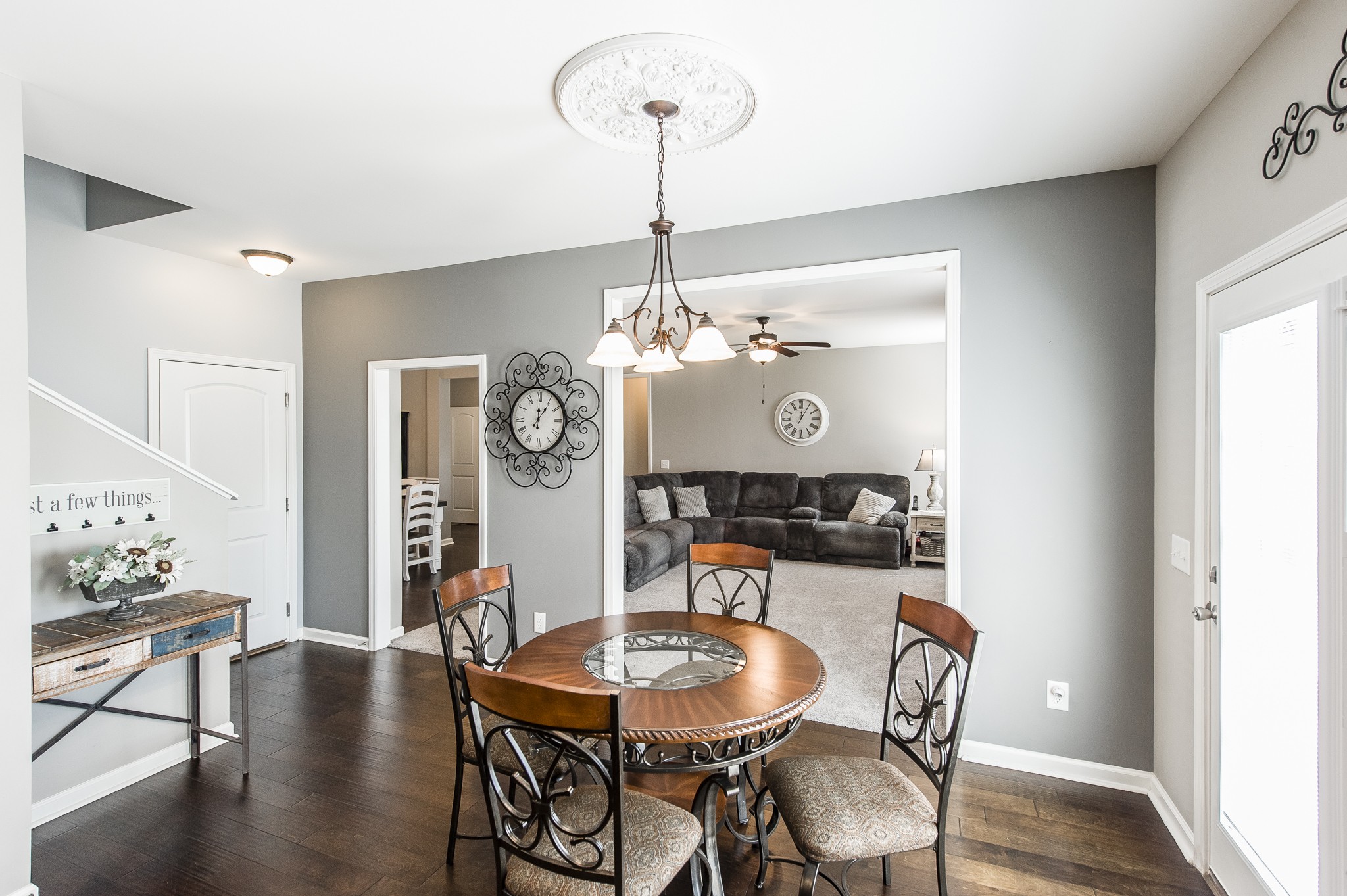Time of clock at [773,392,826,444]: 12:04
